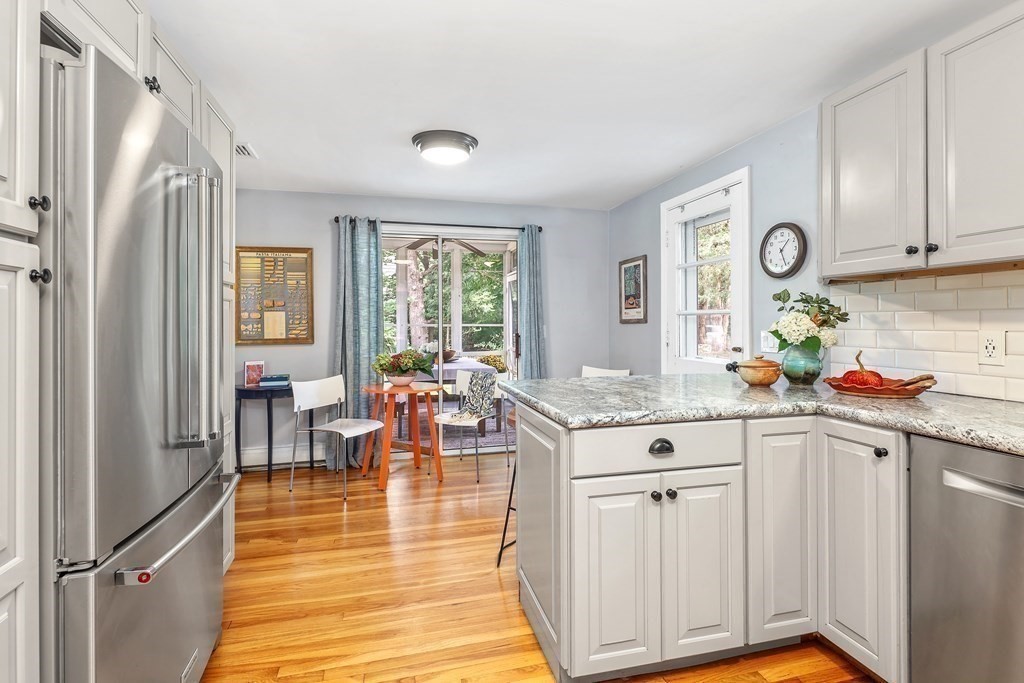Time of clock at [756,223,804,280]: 1:26
